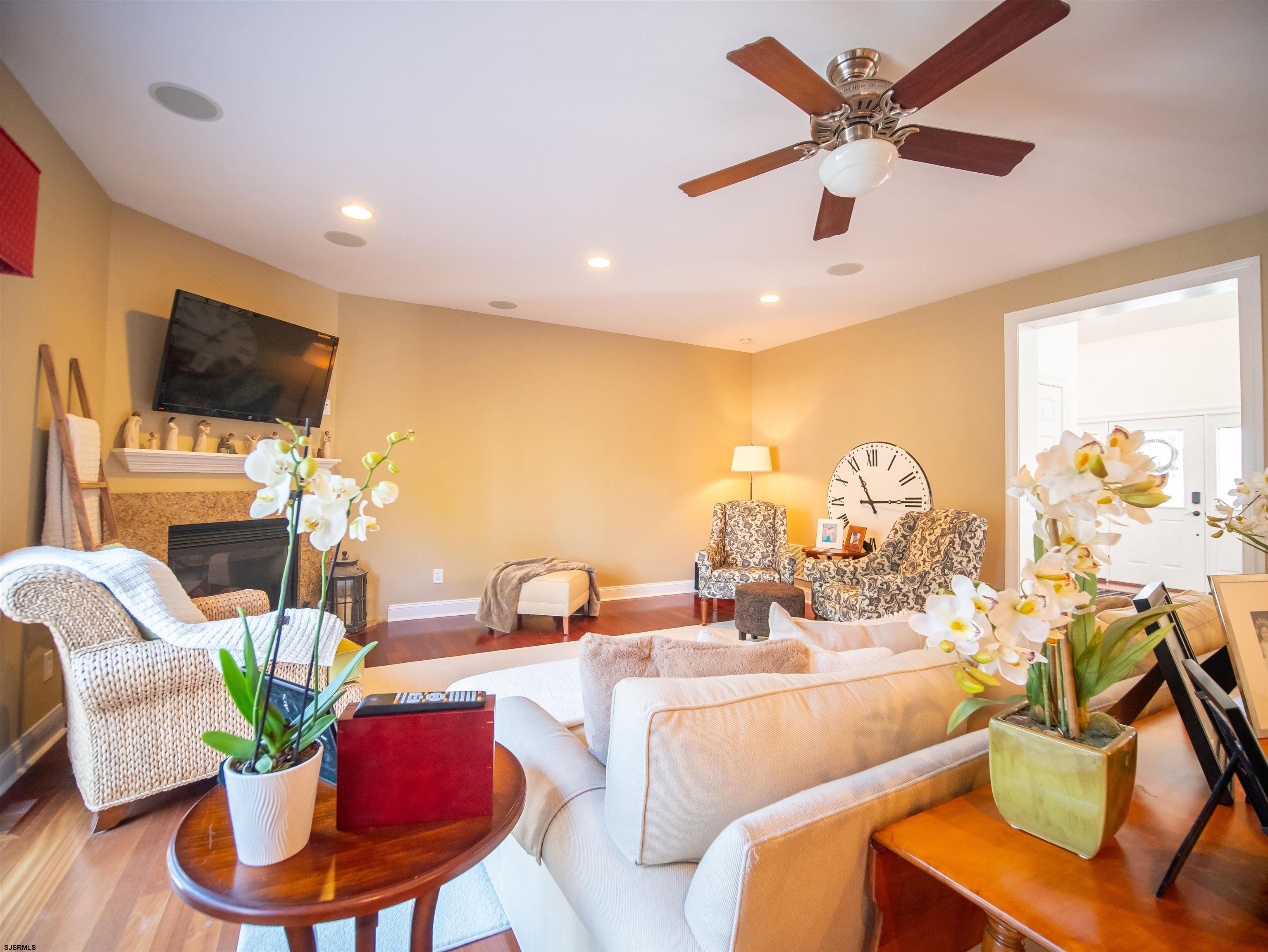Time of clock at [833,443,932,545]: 11:14
